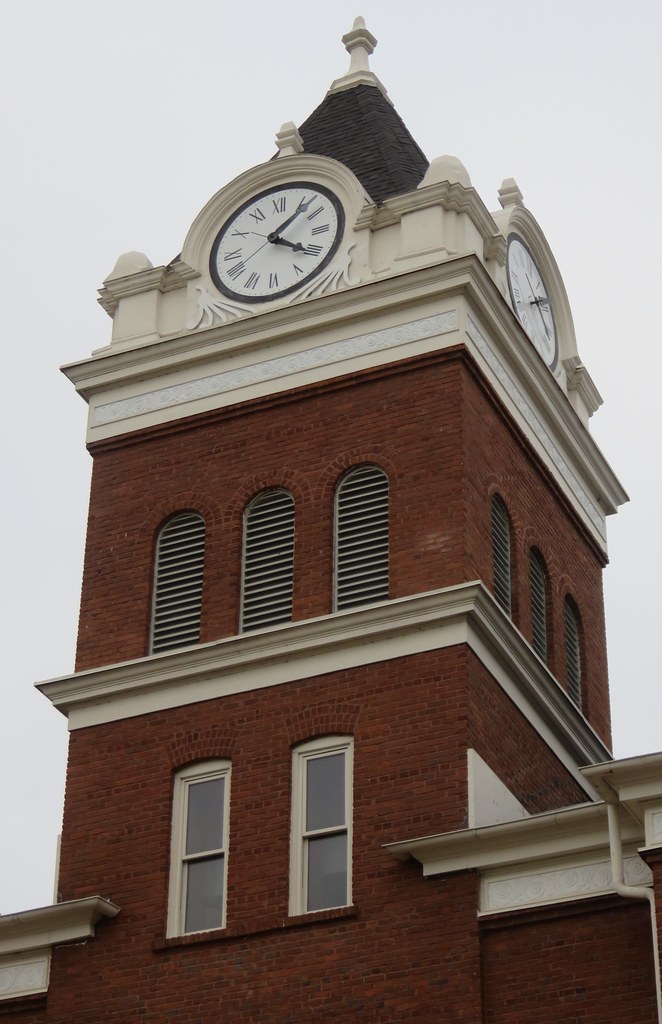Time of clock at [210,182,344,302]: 4:07
